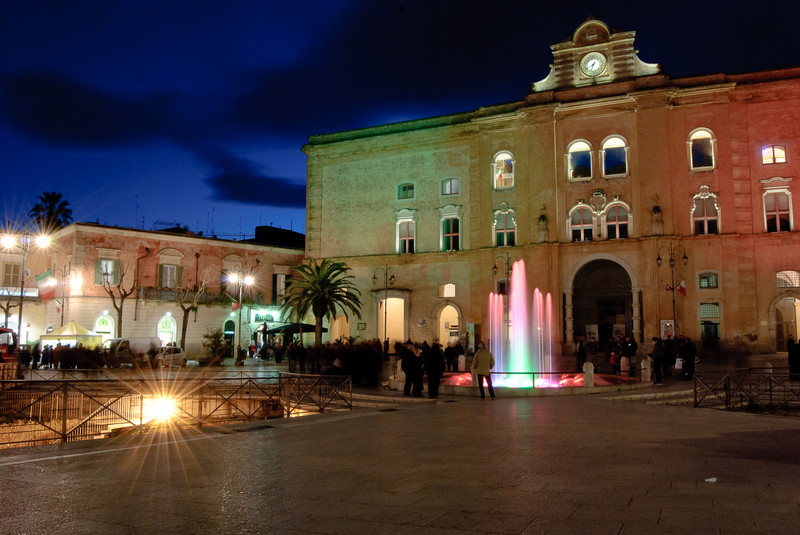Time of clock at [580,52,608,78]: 7:32
